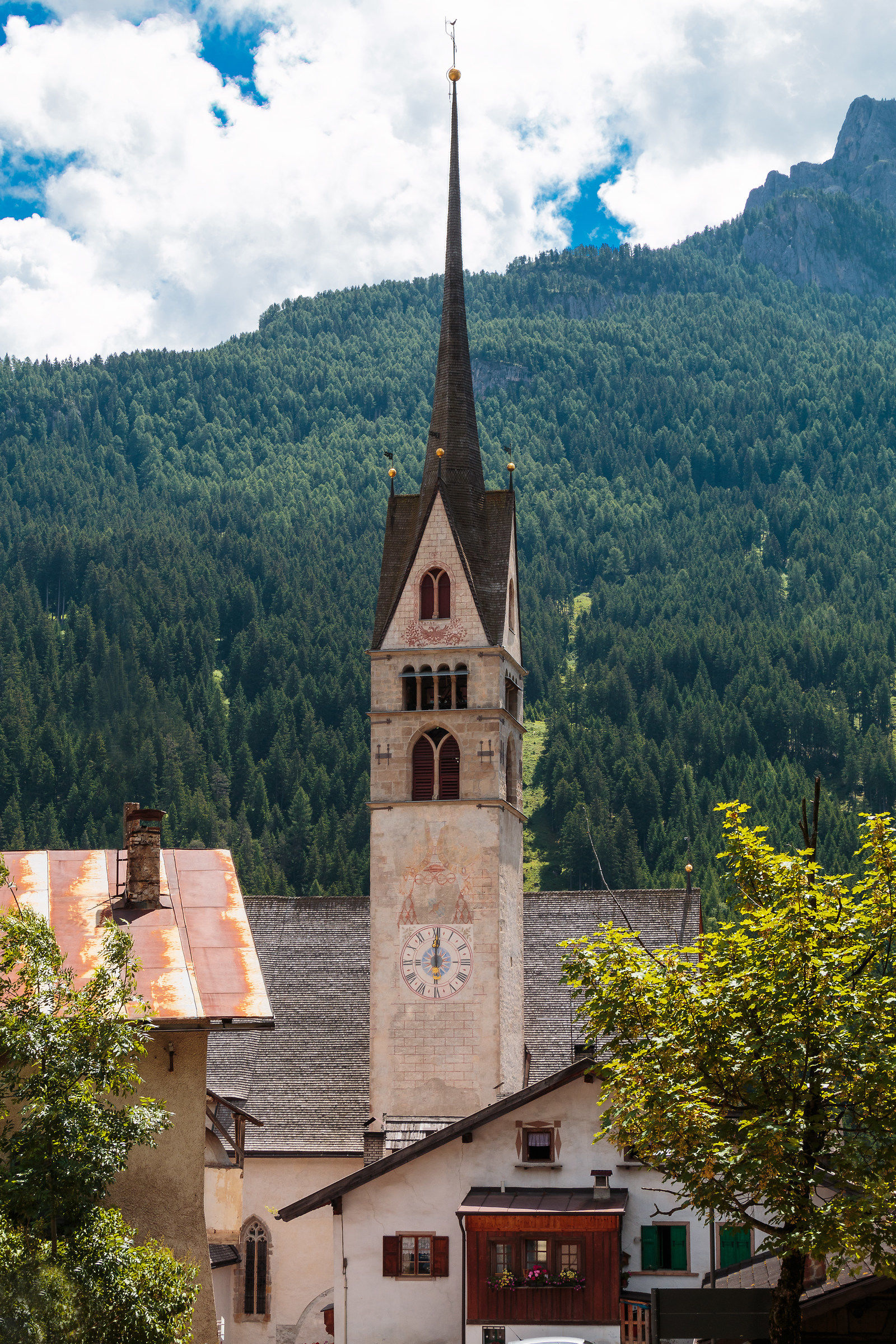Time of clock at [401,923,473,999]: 12:00
